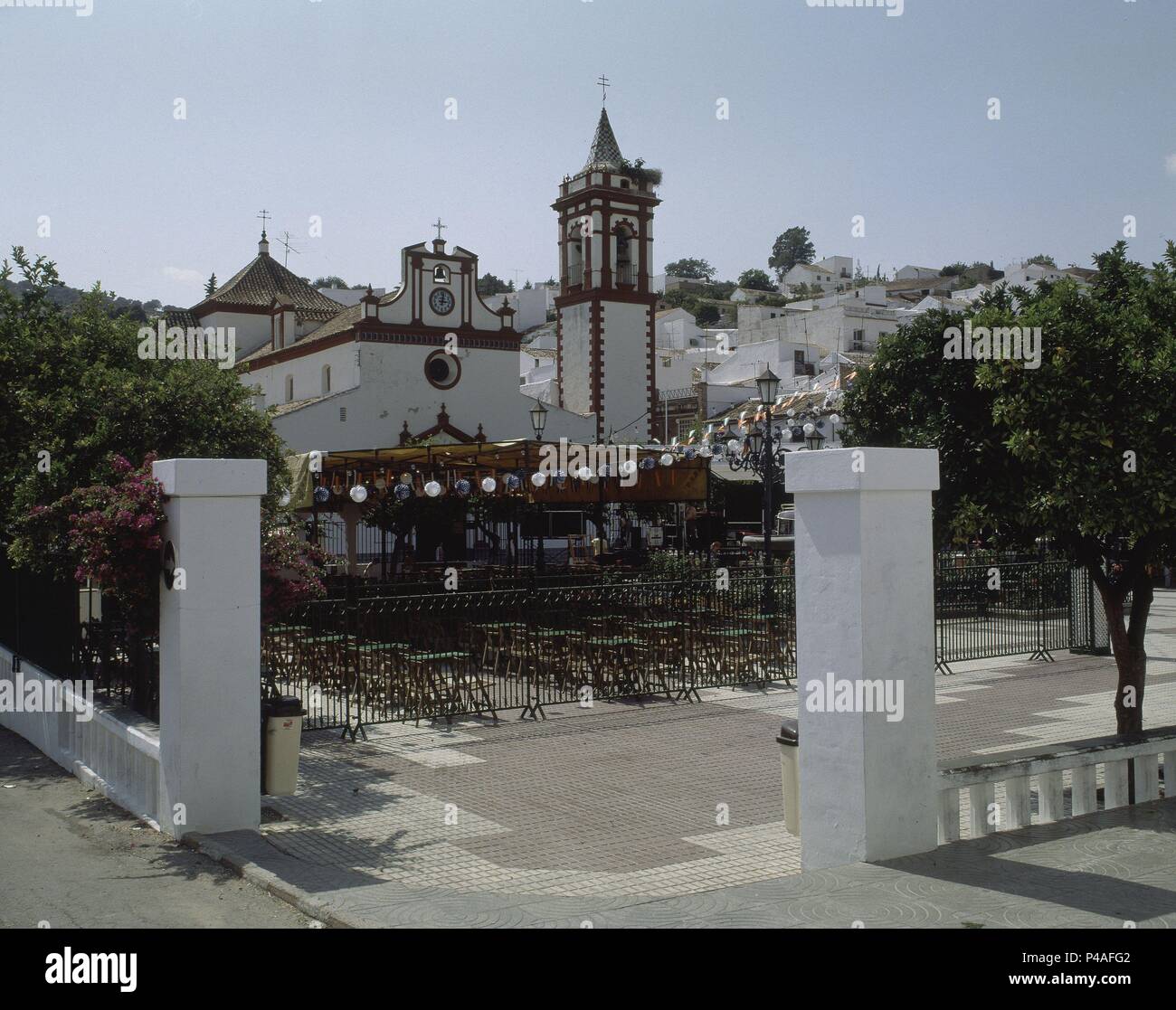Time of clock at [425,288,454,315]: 3:02
